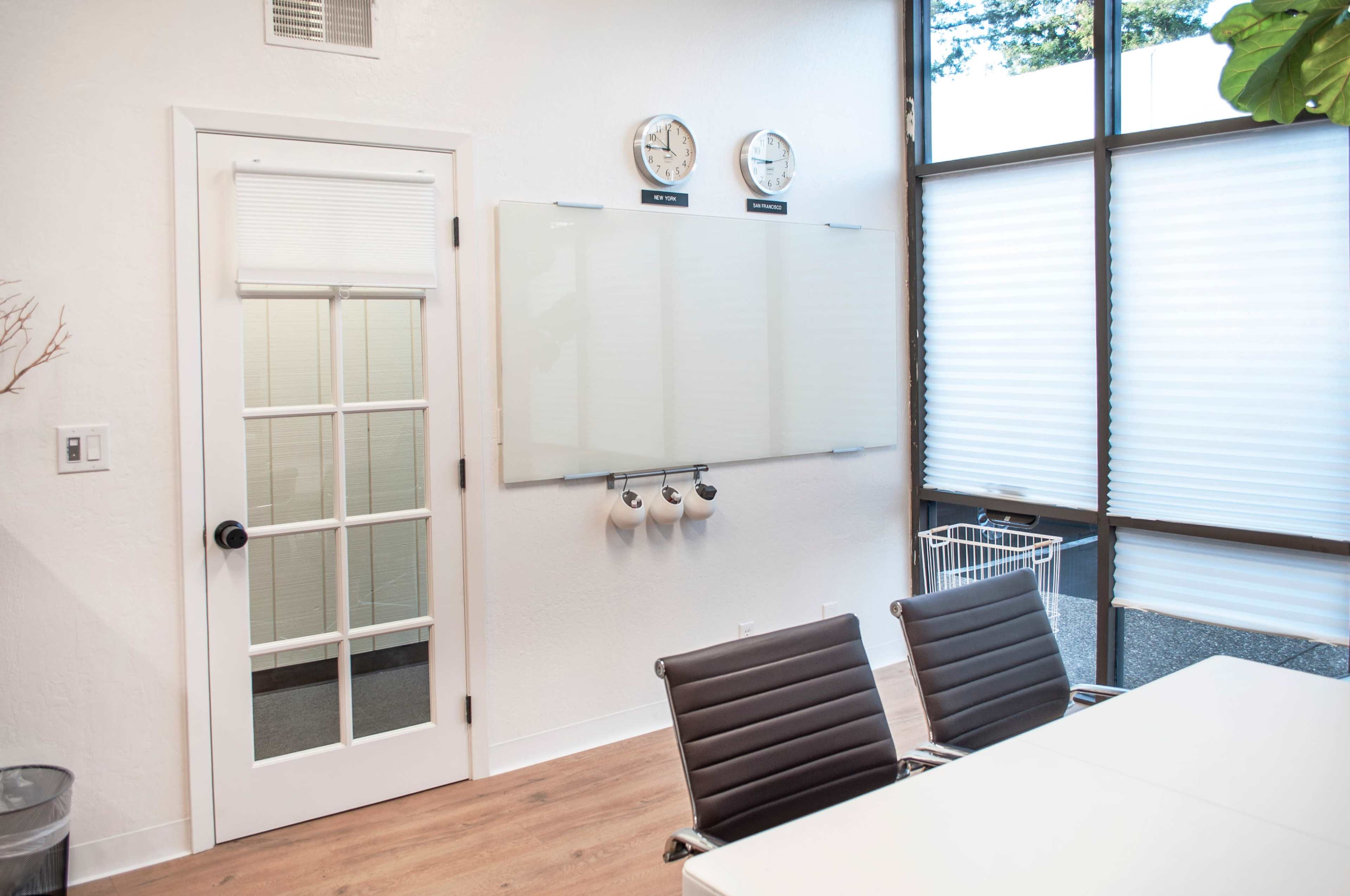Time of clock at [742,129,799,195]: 8:45
